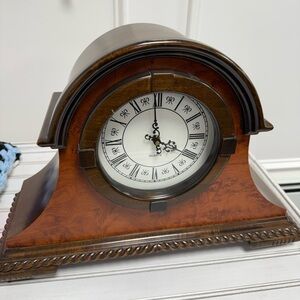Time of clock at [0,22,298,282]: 3:59
